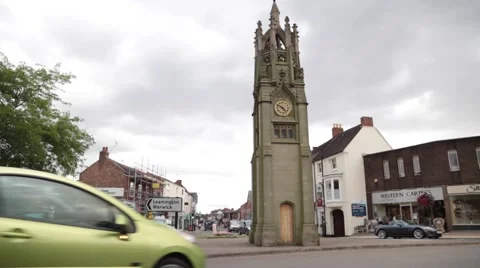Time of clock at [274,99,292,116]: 4:50
